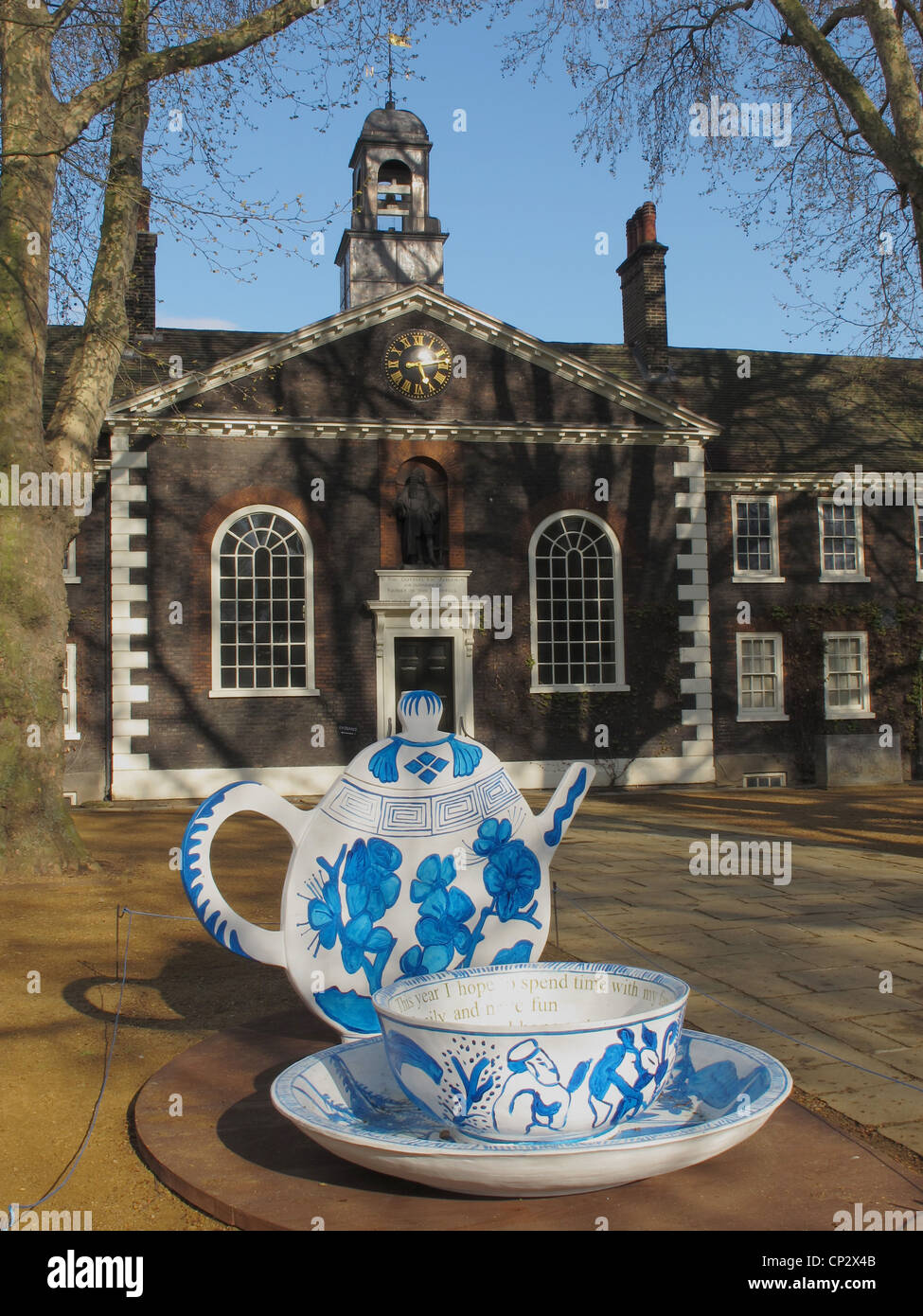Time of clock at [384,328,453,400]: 5:13
